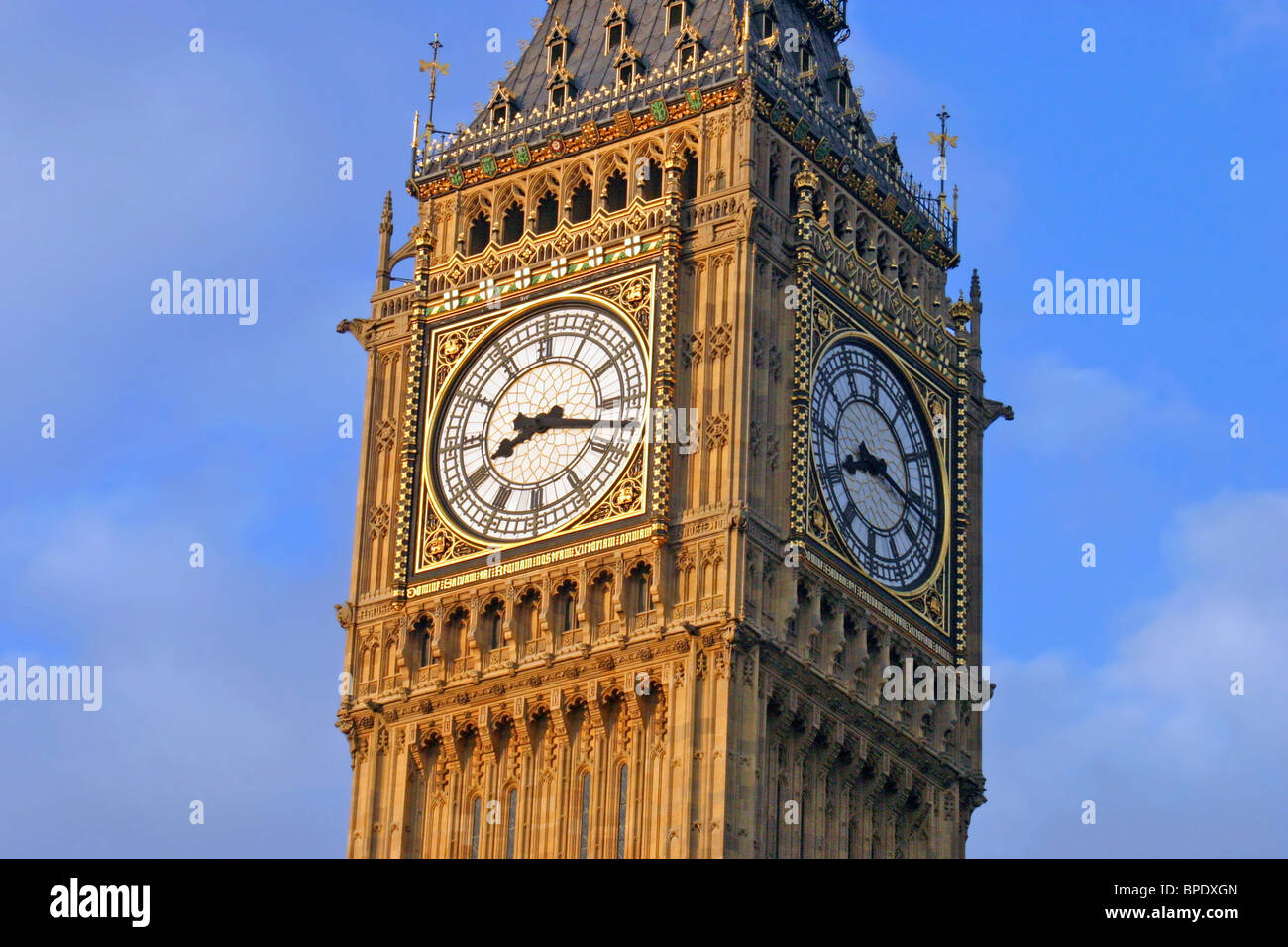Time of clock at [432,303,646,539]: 8:17
